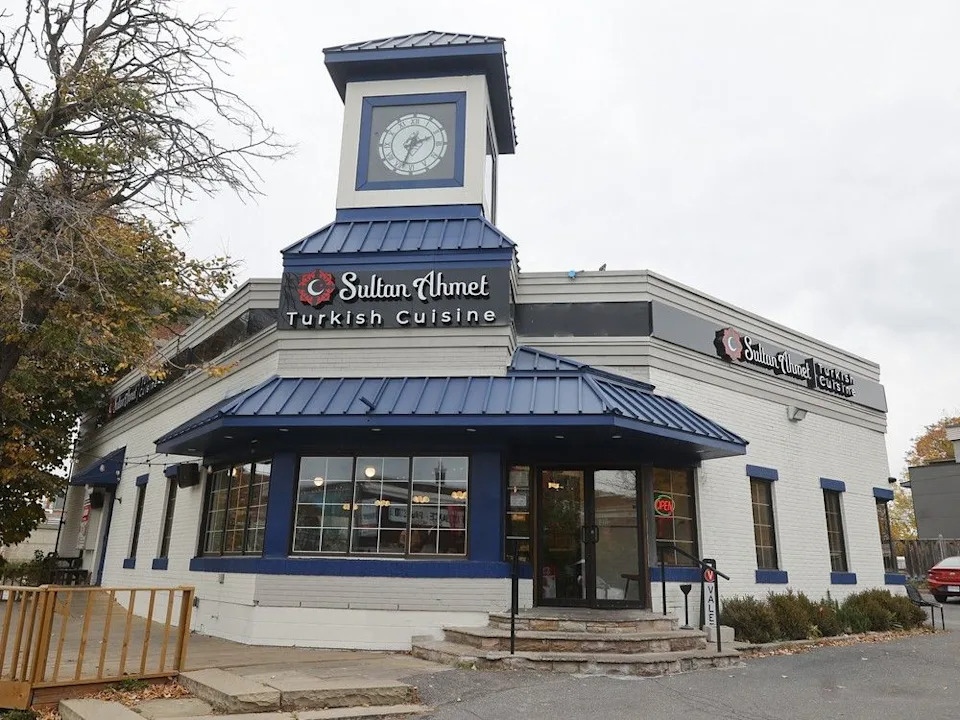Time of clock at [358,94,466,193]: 2:33
